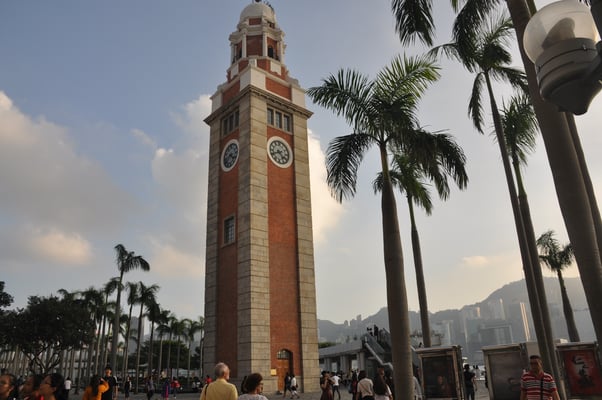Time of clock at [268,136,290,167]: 4:40
